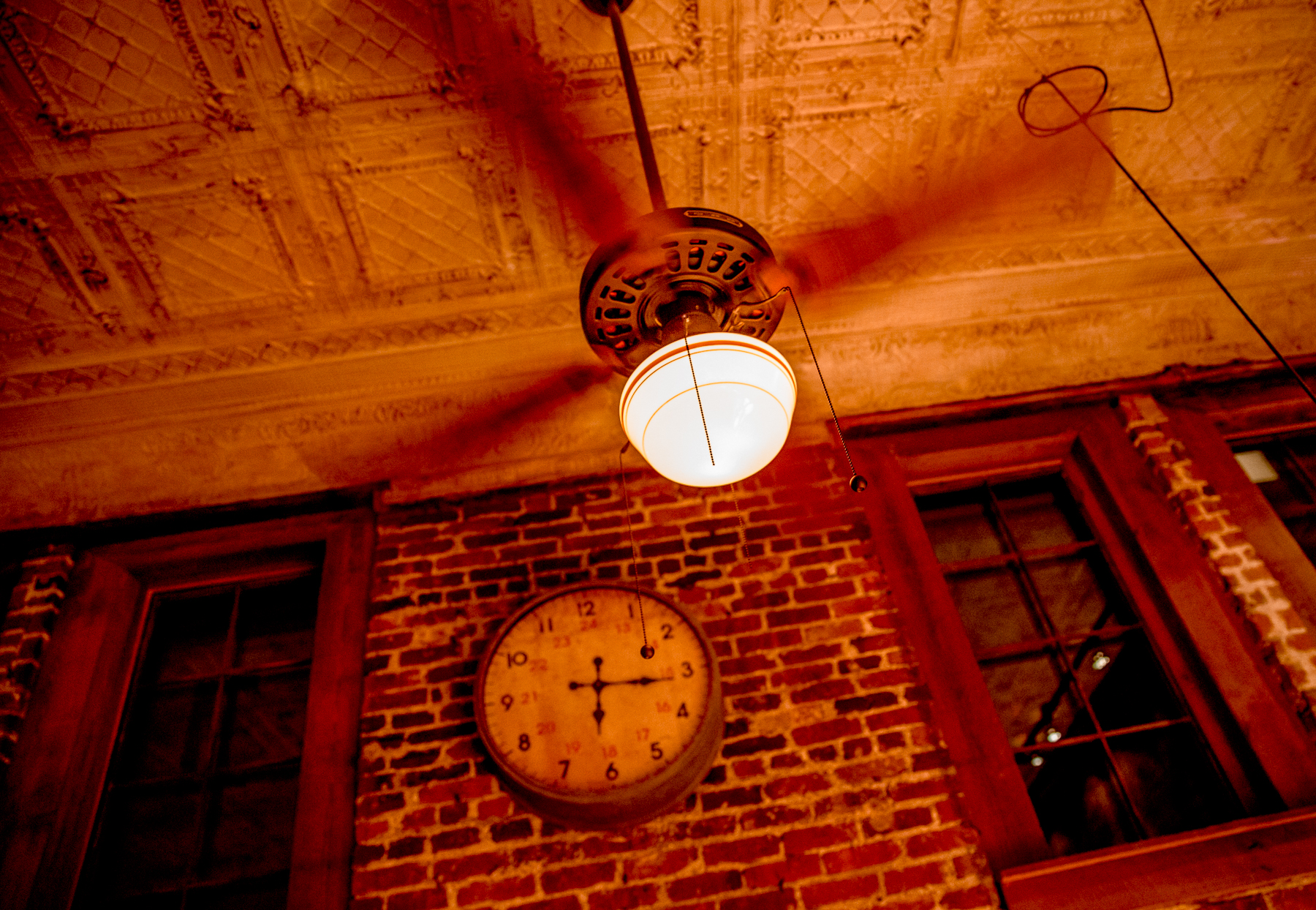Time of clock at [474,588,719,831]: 6:16
